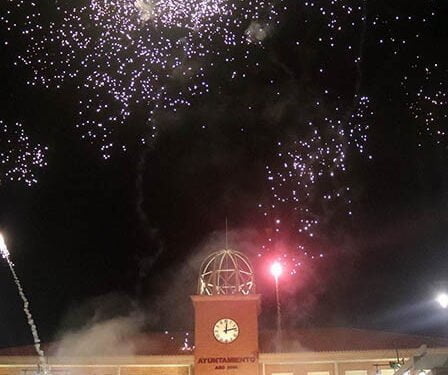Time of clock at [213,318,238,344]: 12:12
